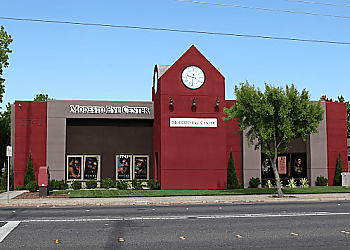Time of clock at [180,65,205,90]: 9:30
